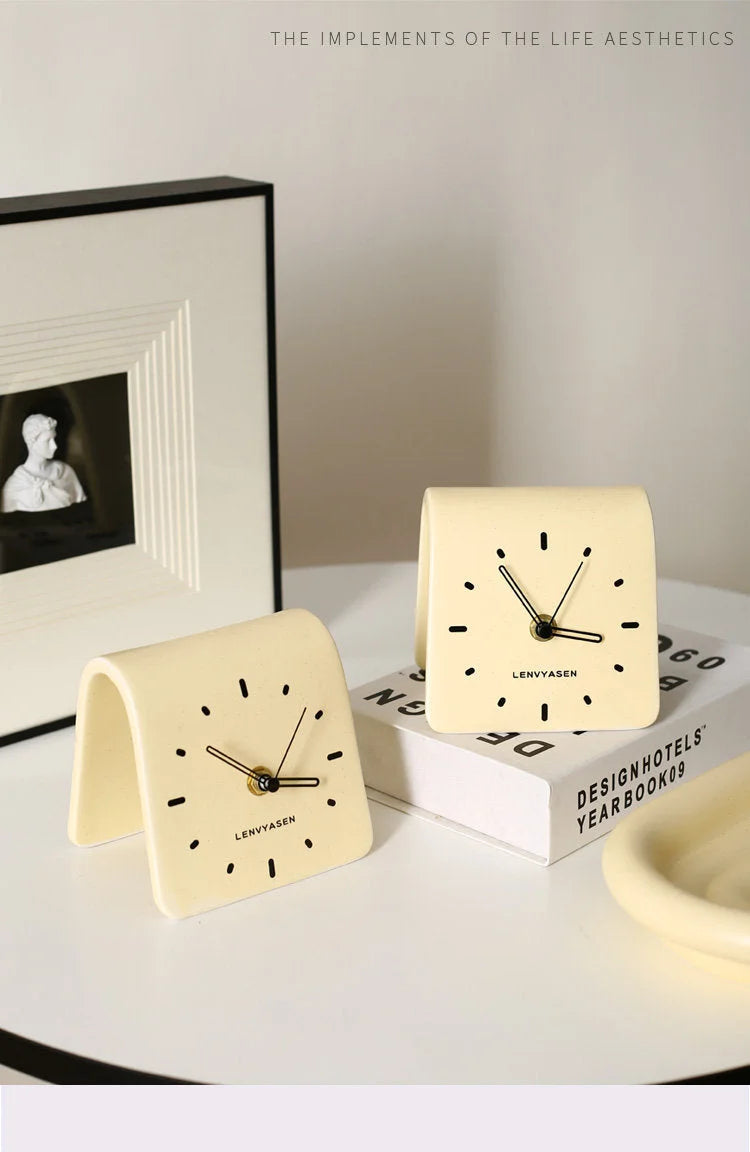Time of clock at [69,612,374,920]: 10:17
